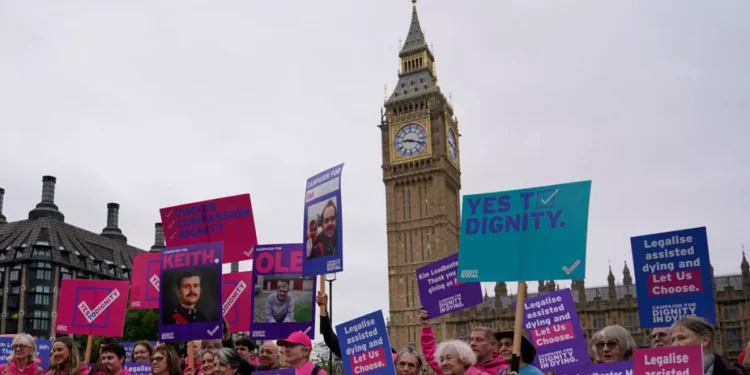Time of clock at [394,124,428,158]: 9:18
